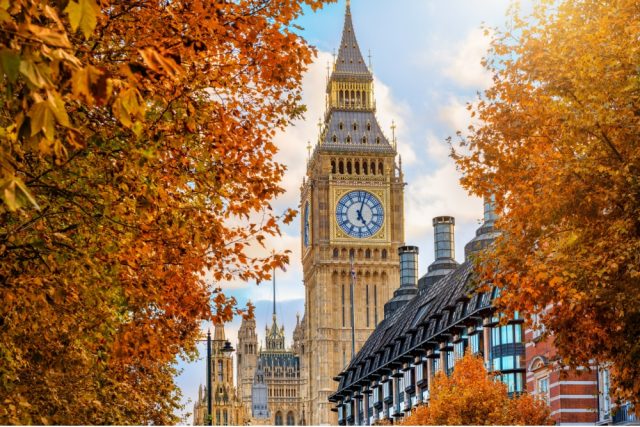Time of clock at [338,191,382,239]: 5:02
